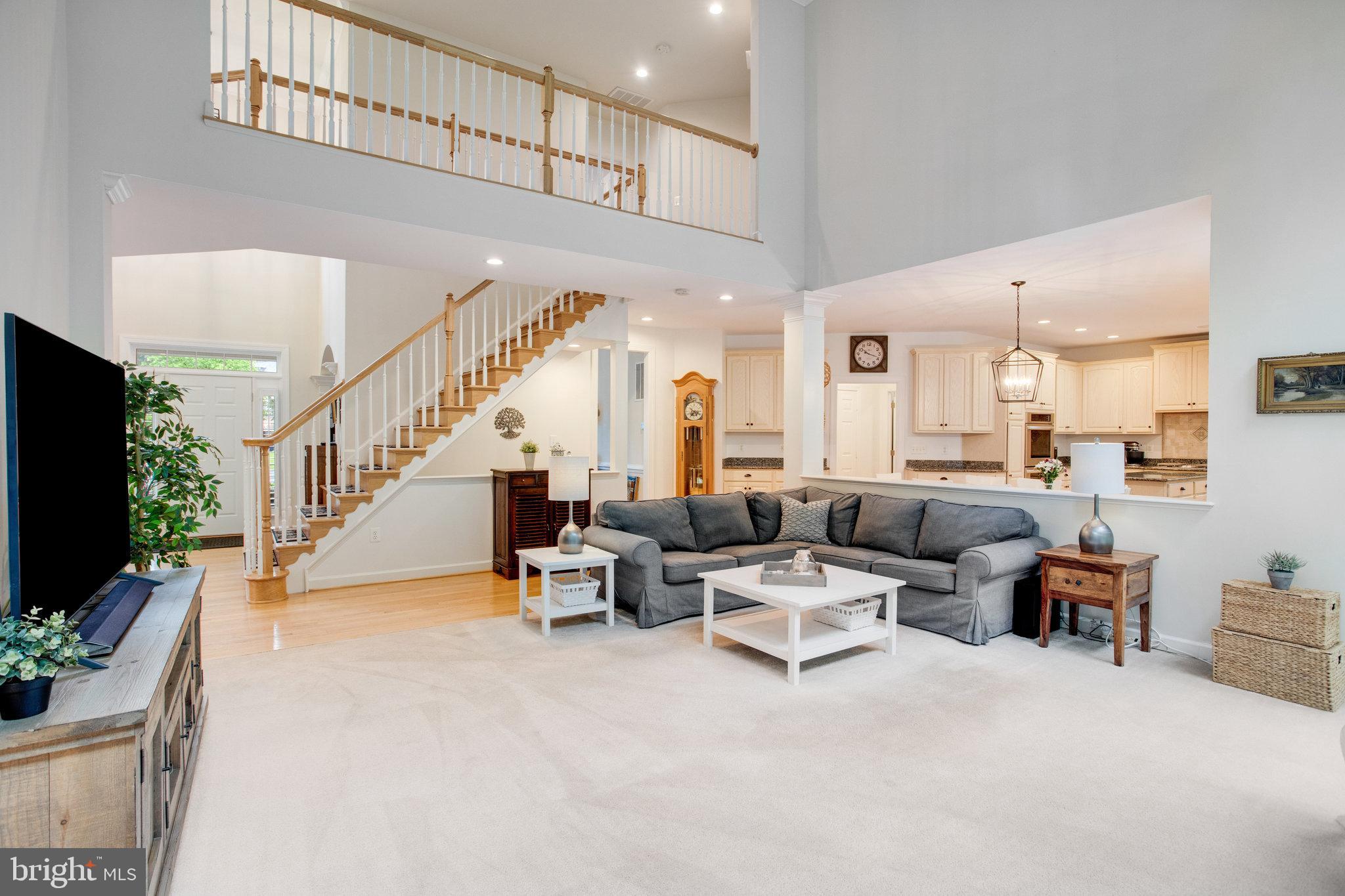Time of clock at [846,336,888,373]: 10:18
